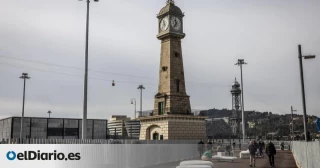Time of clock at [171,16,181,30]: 11:36
